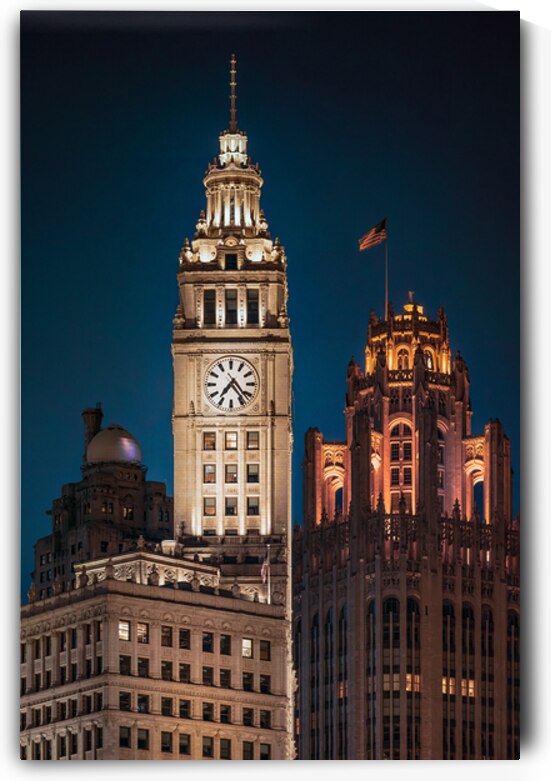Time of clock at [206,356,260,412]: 7:23
